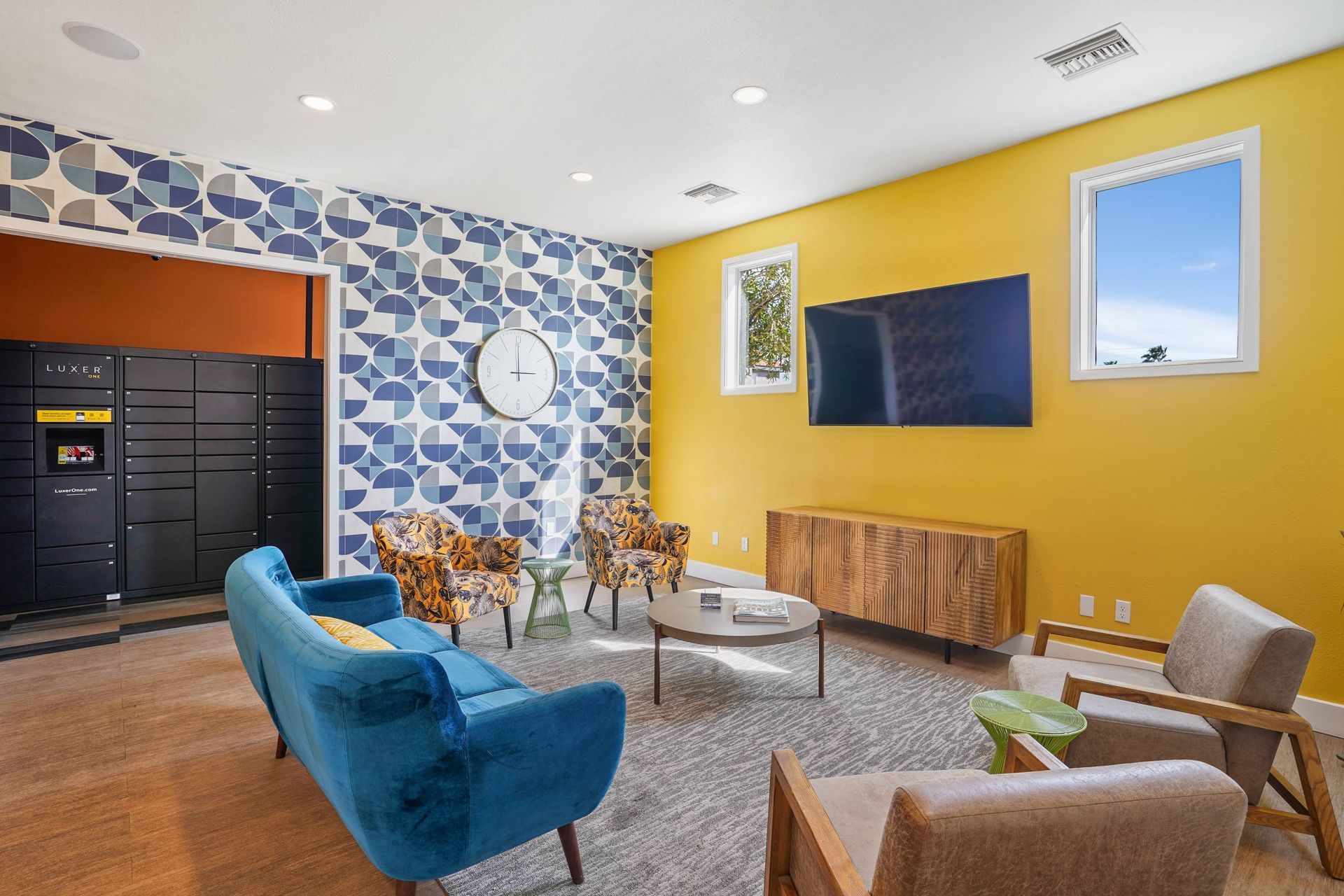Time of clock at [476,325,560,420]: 2:59
